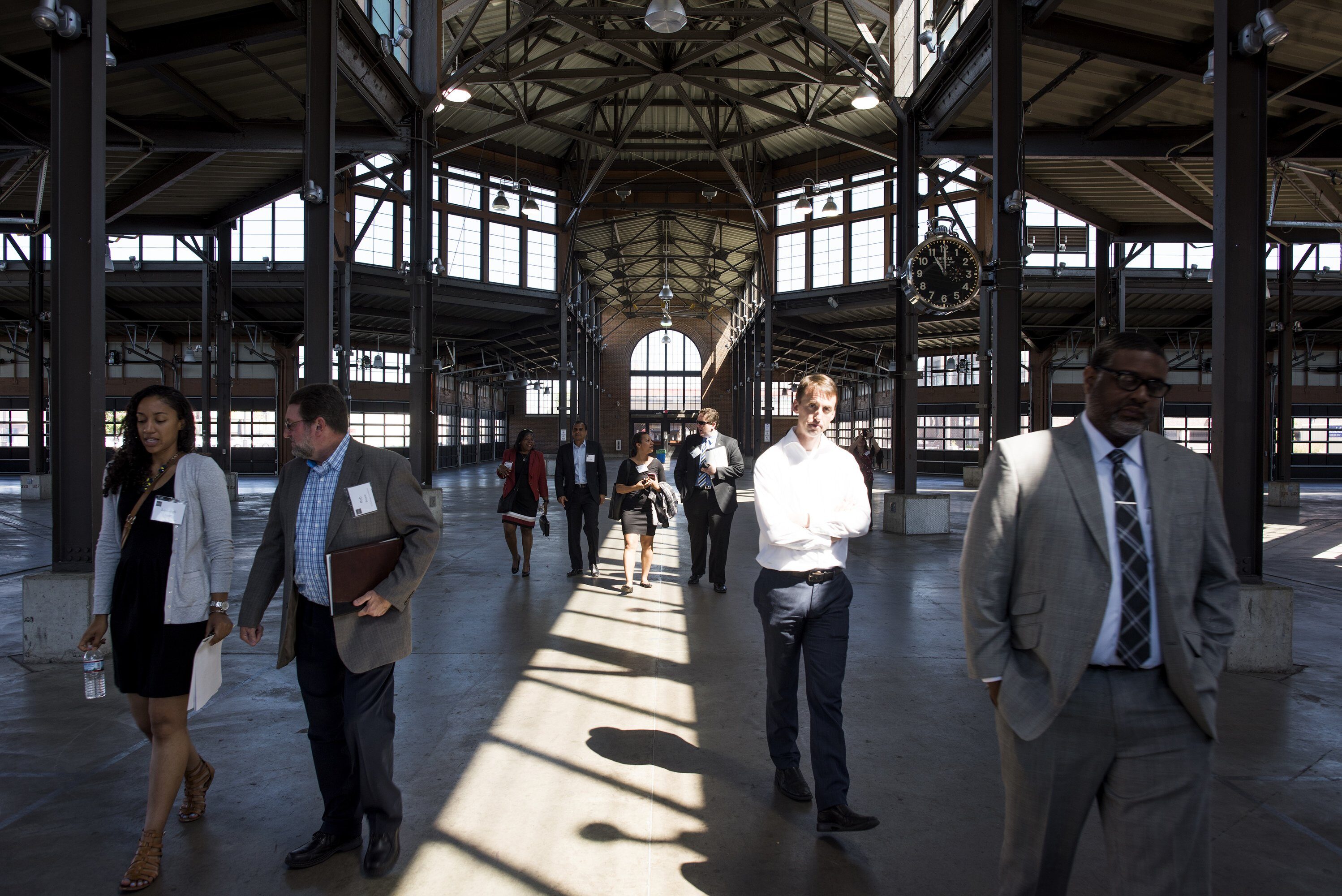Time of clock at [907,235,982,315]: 11:00
